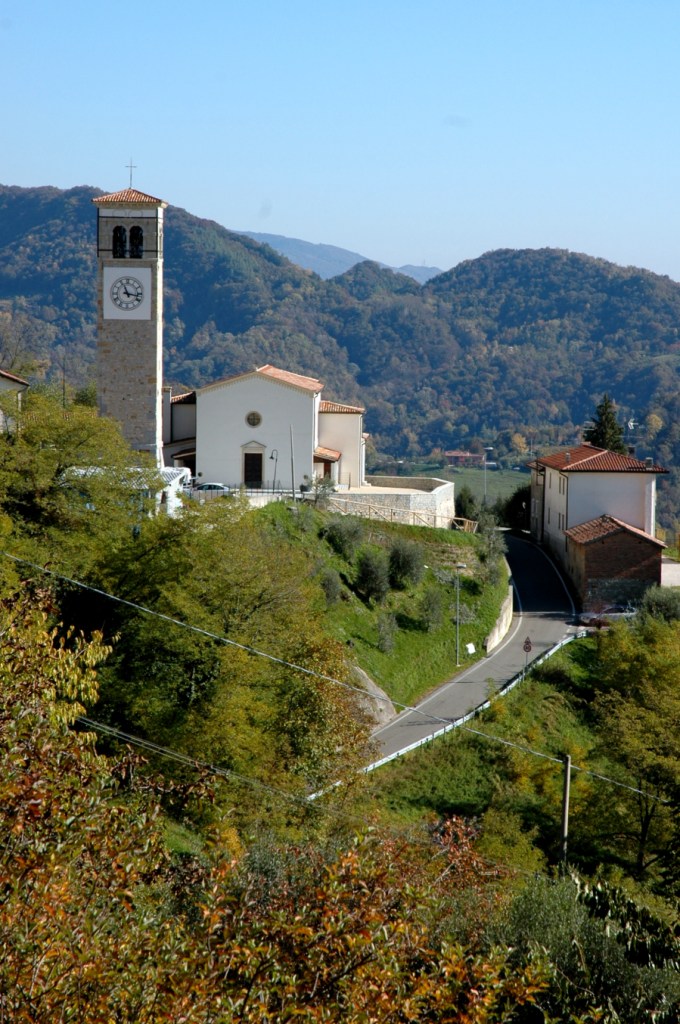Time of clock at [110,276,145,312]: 11:16
